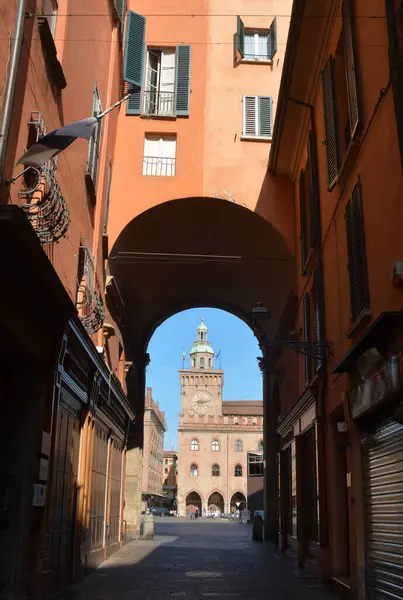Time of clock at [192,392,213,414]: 9:12
